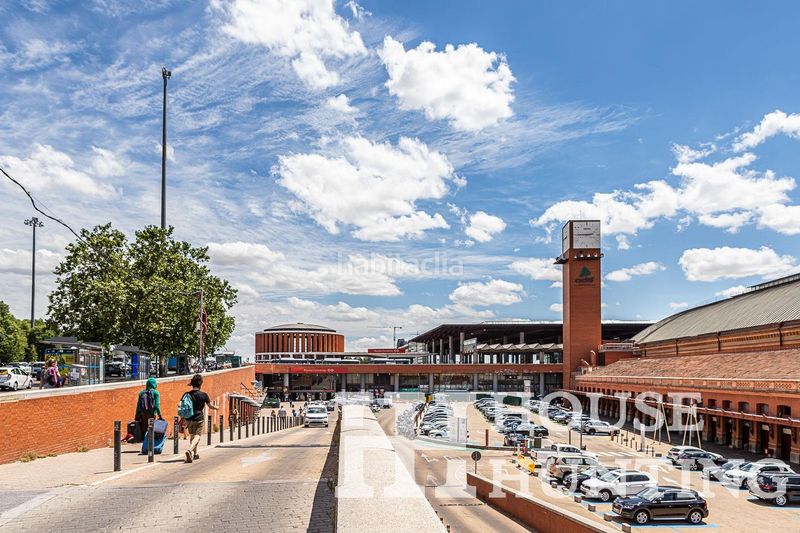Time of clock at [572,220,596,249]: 2:44
